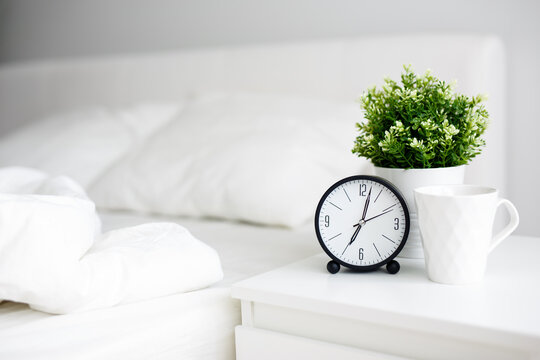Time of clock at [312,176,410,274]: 7:02
